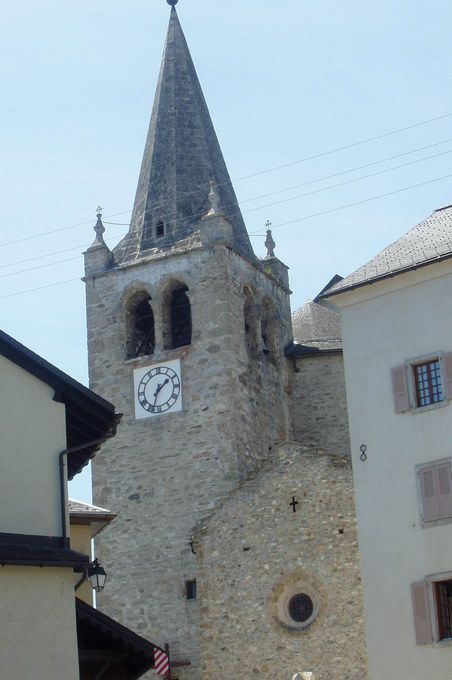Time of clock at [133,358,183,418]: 1:33
